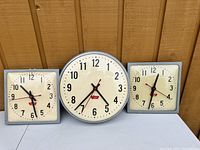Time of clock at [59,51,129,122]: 4:37
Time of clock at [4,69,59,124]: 10:28
